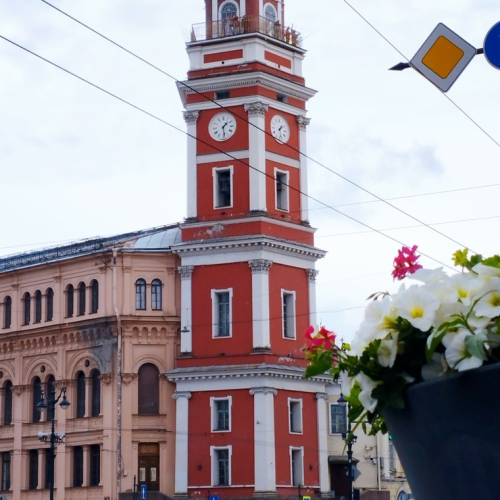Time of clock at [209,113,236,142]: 1:28
